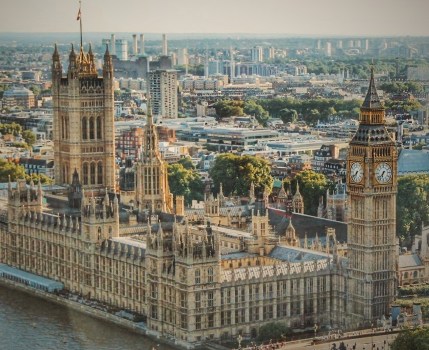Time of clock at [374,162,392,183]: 6:37
